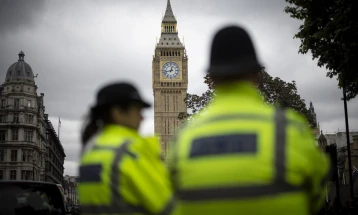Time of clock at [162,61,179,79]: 12:42
